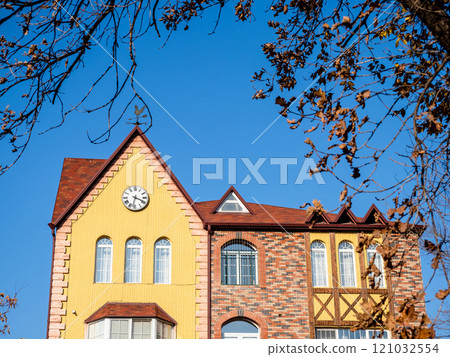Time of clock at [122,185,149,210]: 3:32
